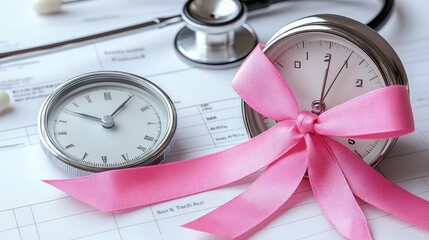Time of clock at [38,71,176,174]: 10:05
